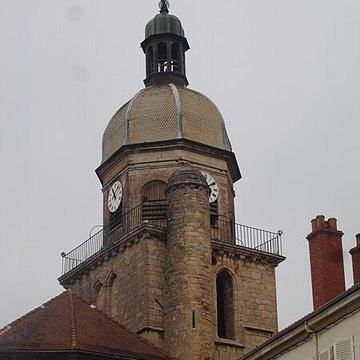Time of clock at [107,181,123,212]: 11:07
